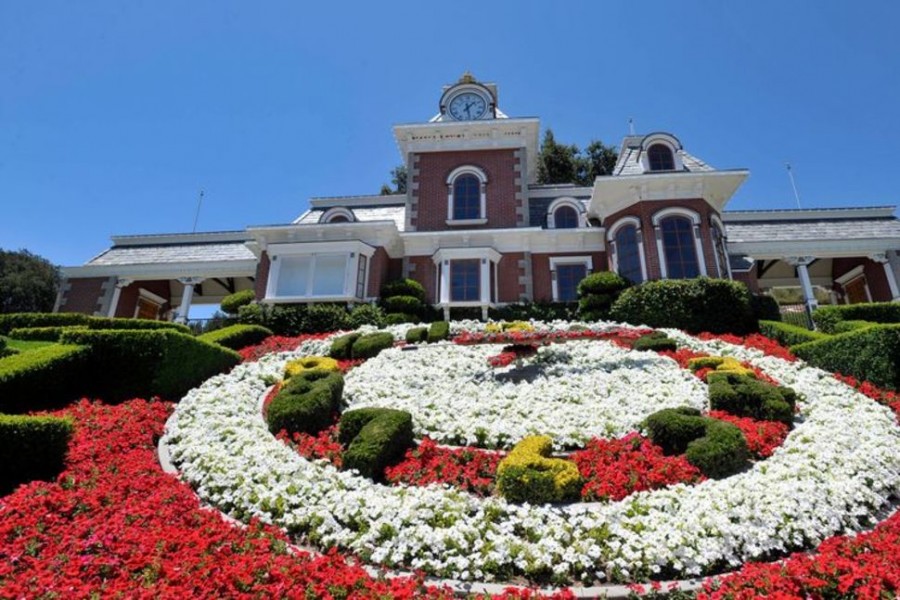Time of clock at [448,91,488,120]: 1:28
